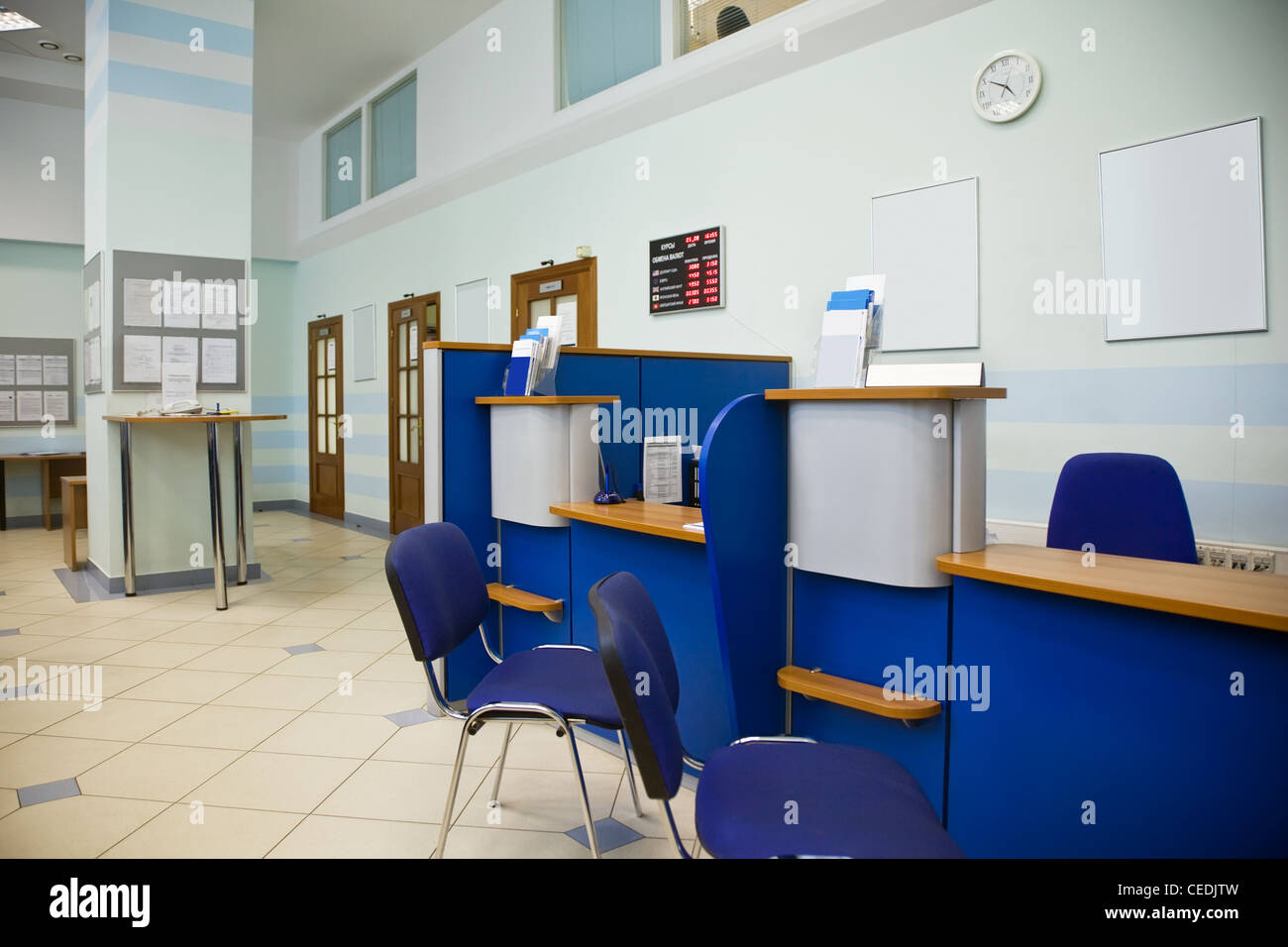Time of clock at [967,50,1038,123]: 4:50
